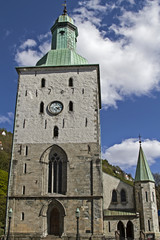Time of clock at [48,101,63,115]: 4:13
